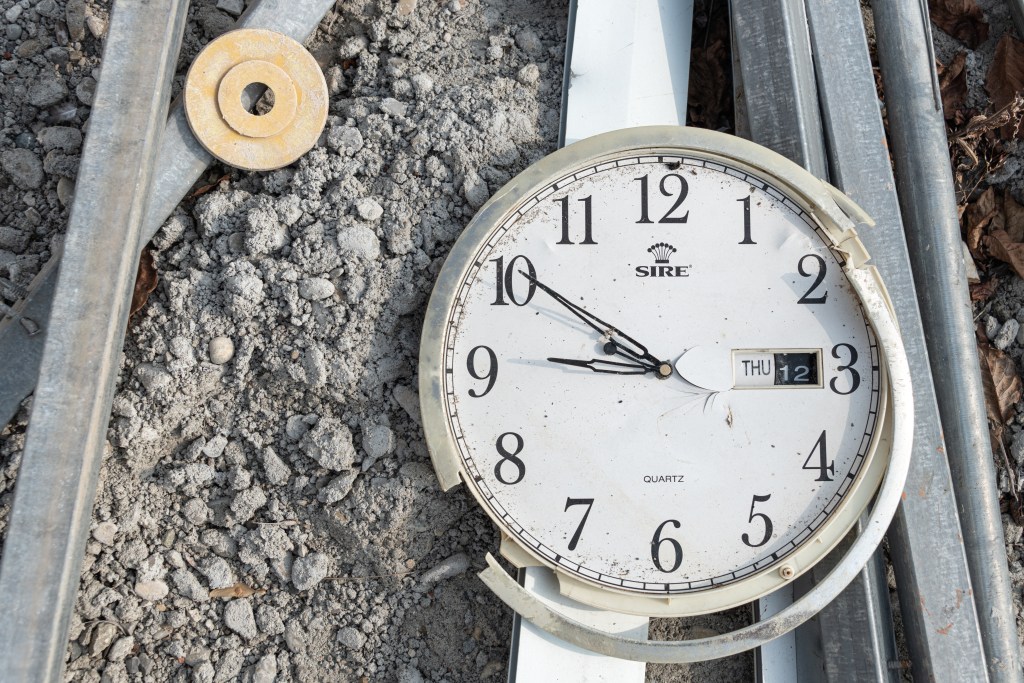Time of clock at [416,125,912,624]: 8:50
